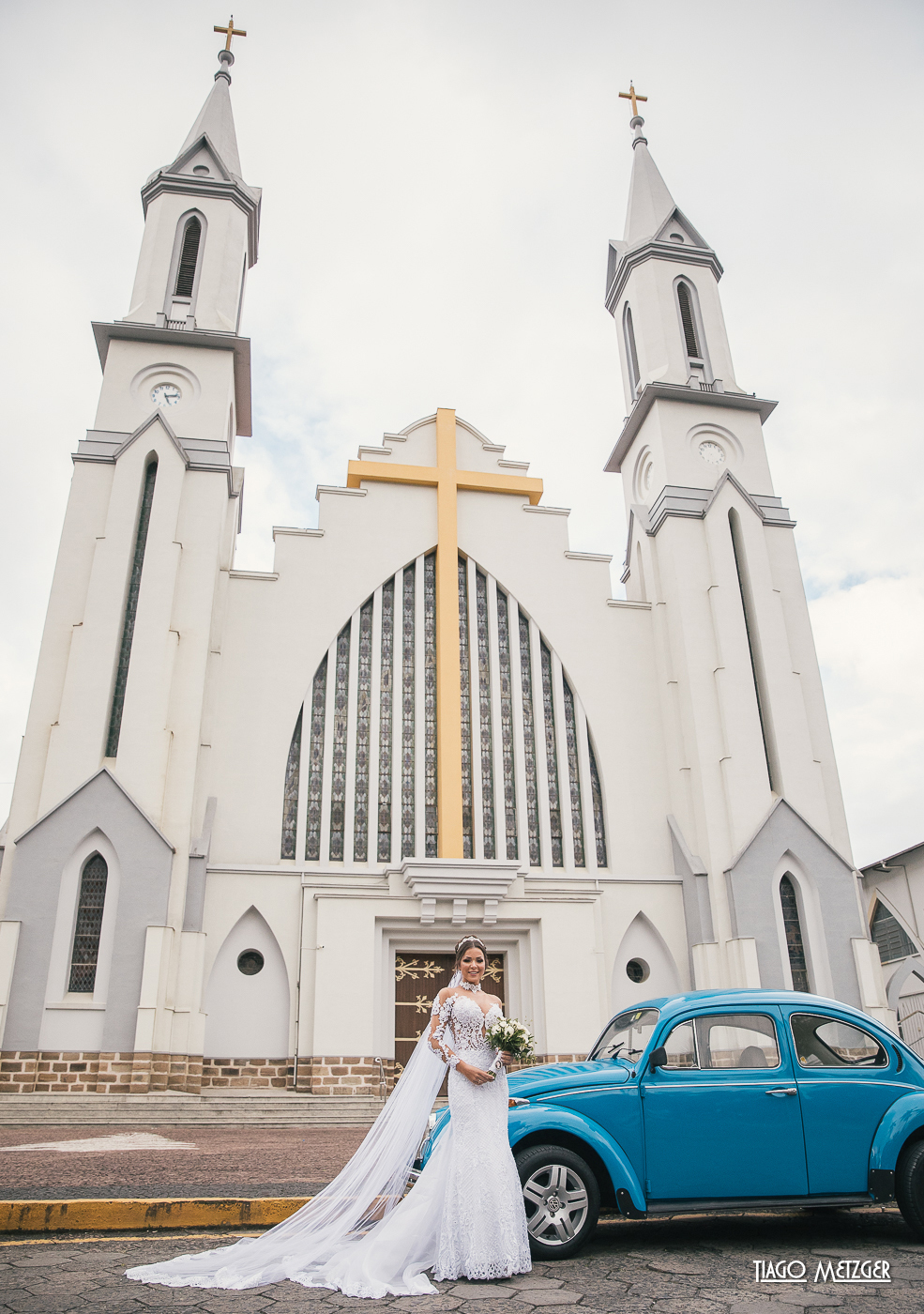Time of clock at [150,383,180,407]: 5:13
